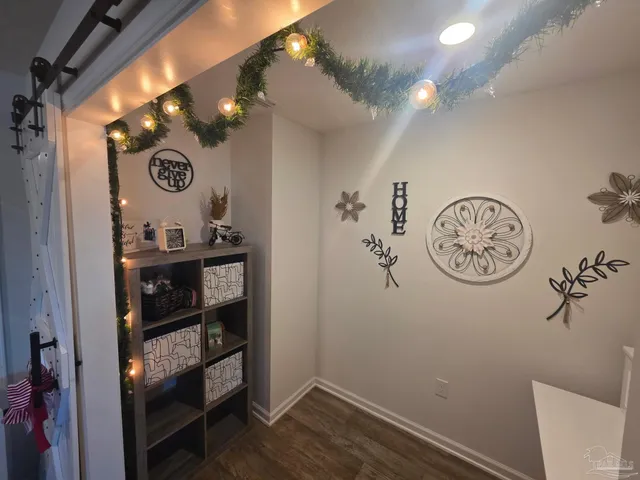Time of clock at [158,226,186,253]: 8:11
